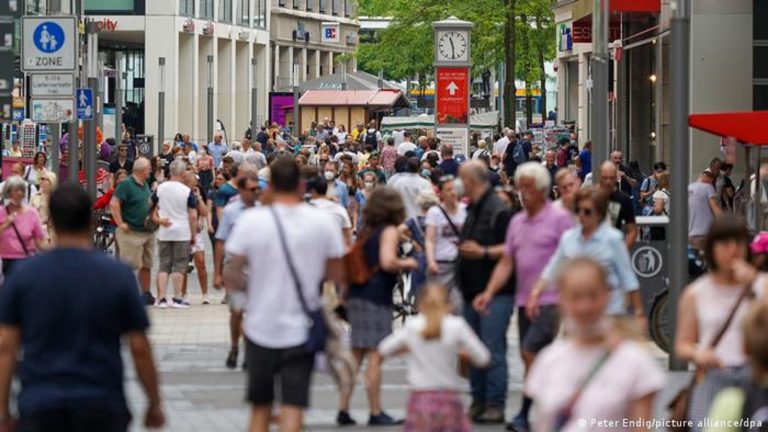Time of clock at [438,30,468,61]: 11:29
